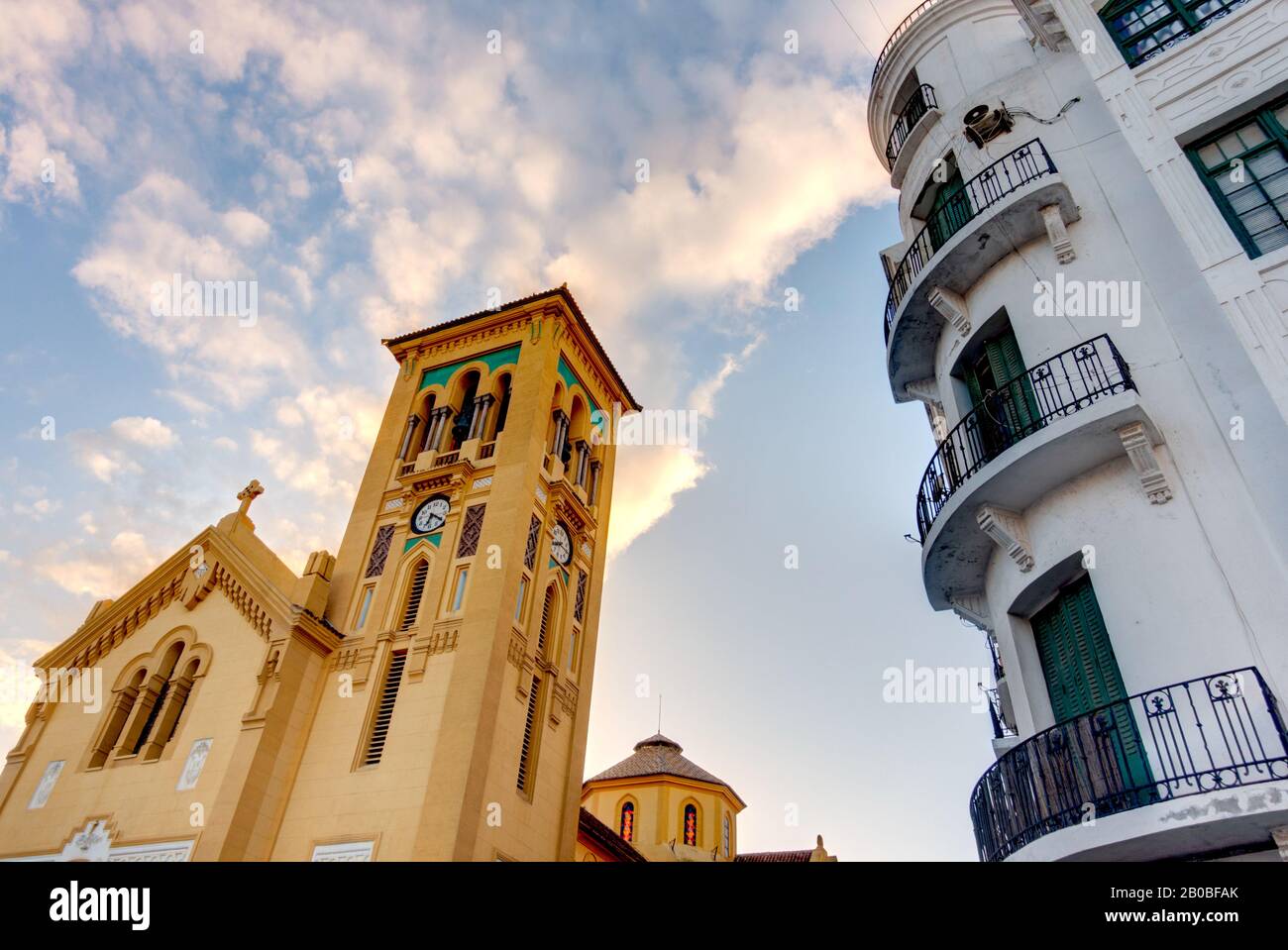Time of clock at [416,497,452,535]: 6:20
